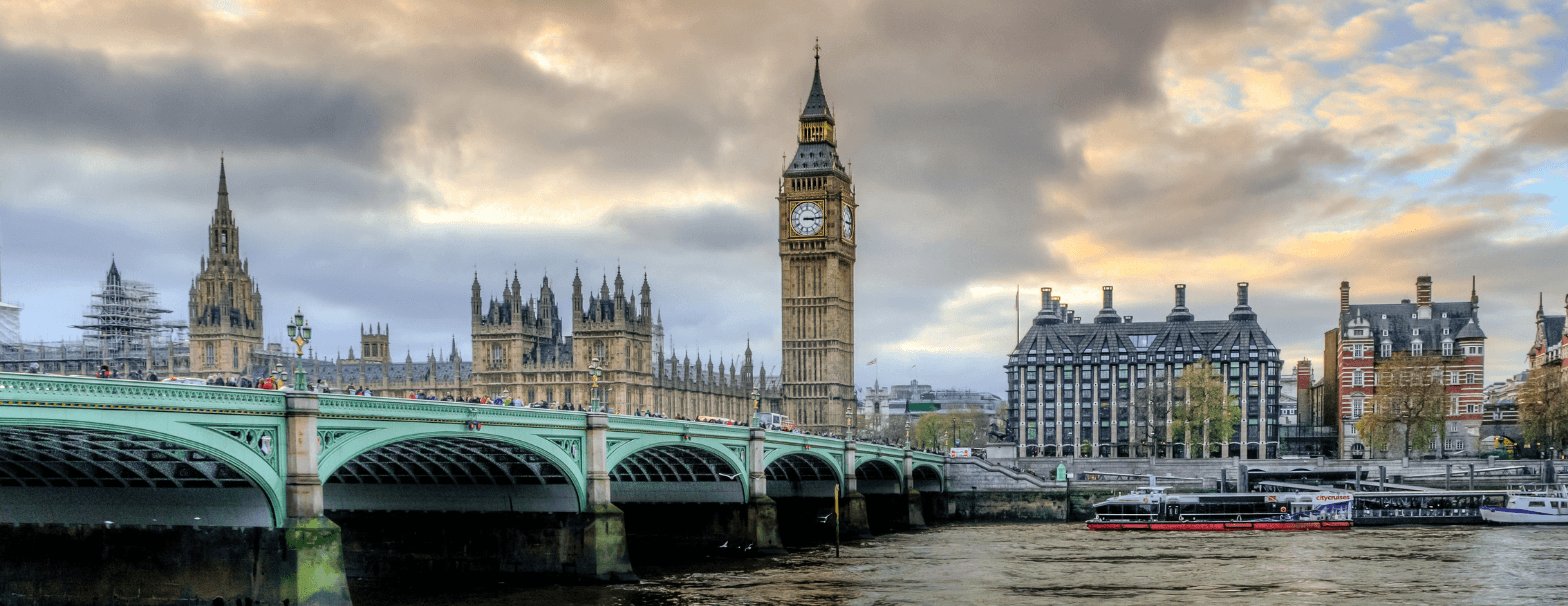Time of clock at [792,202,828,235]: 3:14
